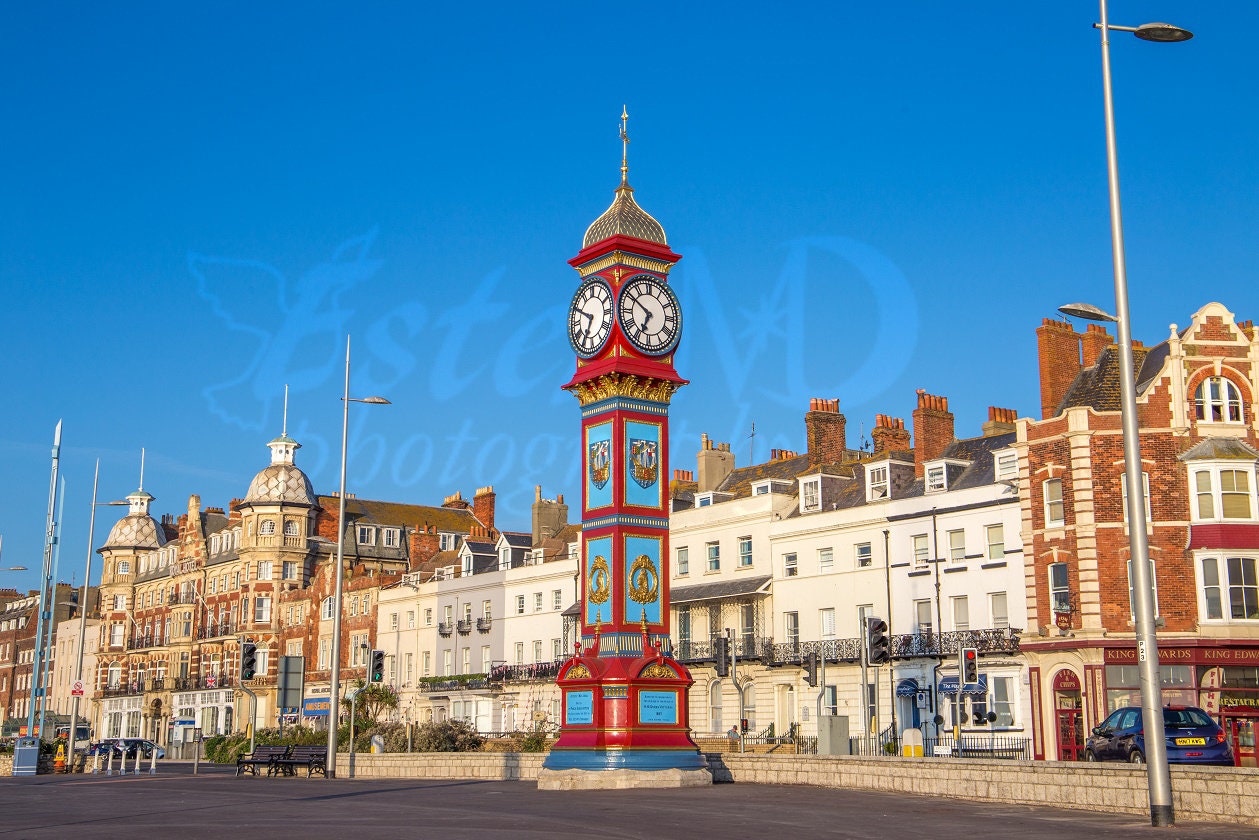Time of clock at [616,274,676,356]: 6:50
